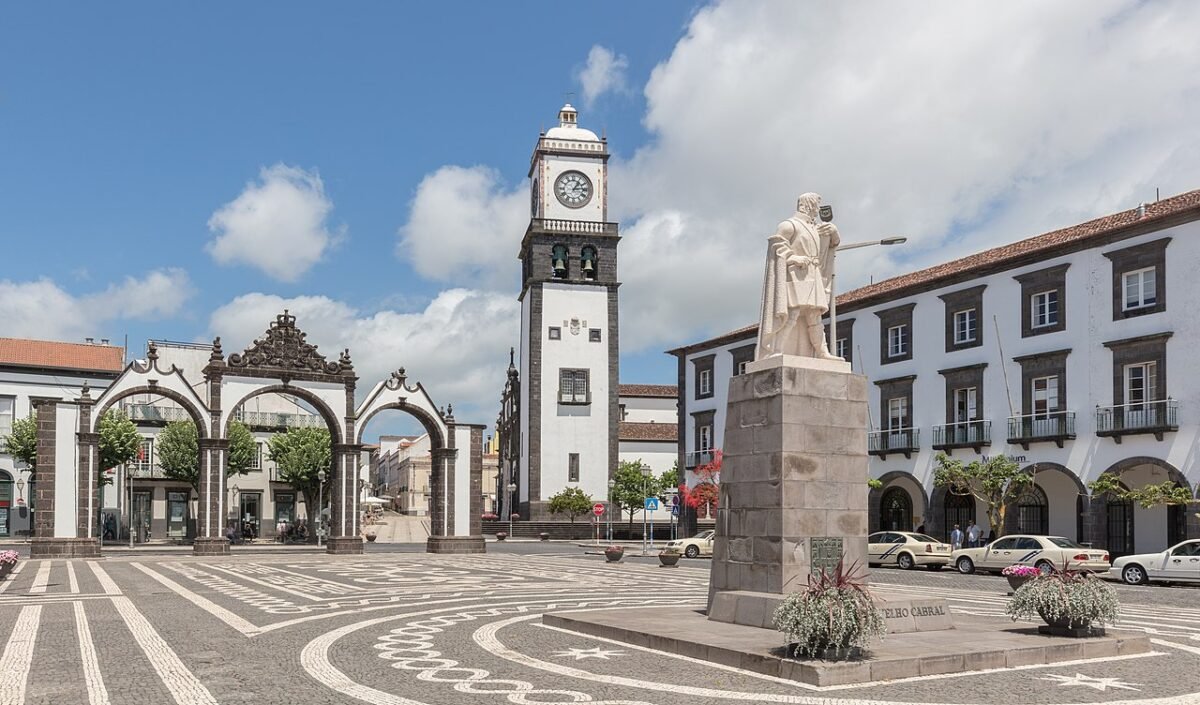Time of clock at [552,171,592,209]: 1:13
